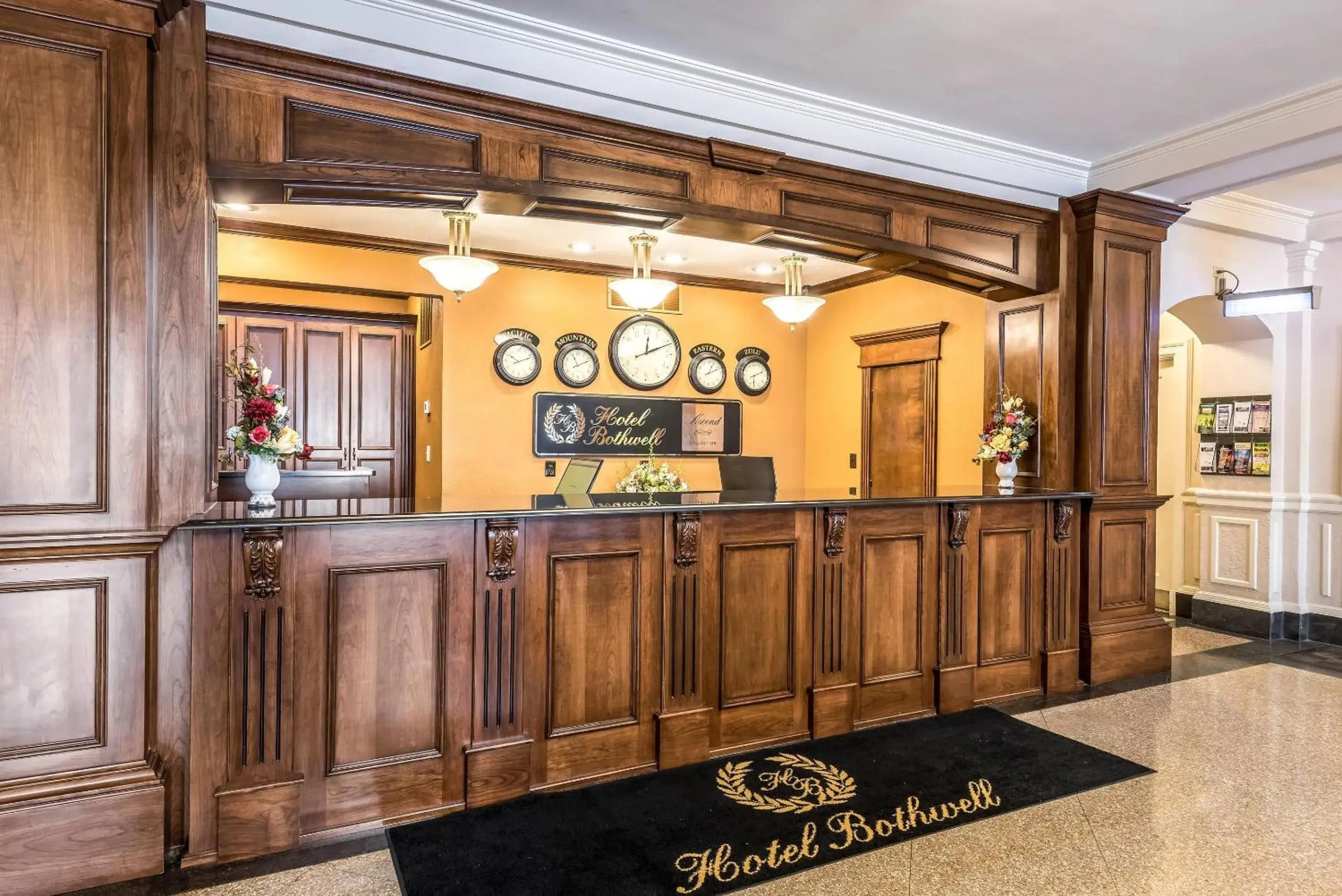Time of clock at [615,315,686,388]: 12:11
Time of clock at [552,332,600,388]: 11:11
